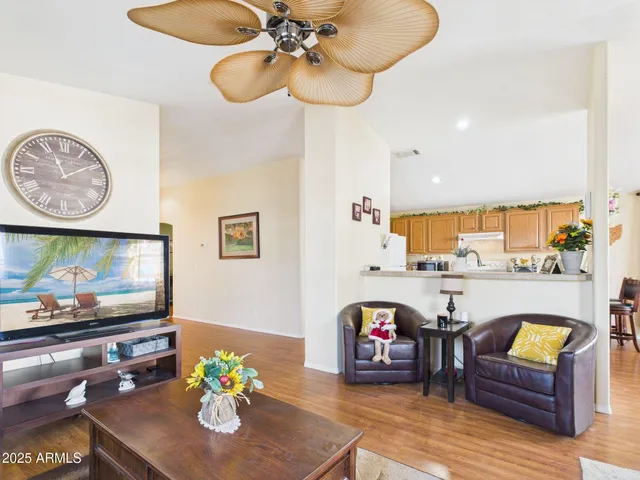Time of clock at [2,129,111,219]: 11:09
